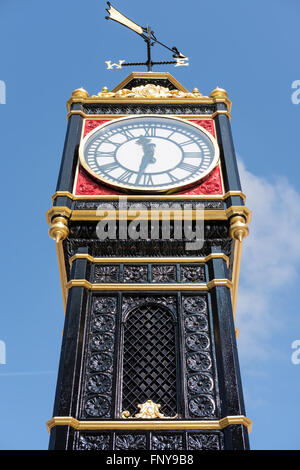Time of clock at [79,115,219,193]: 11:32
